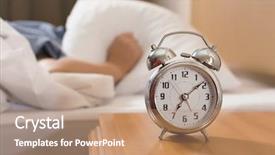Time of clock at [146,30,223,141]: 7:08
